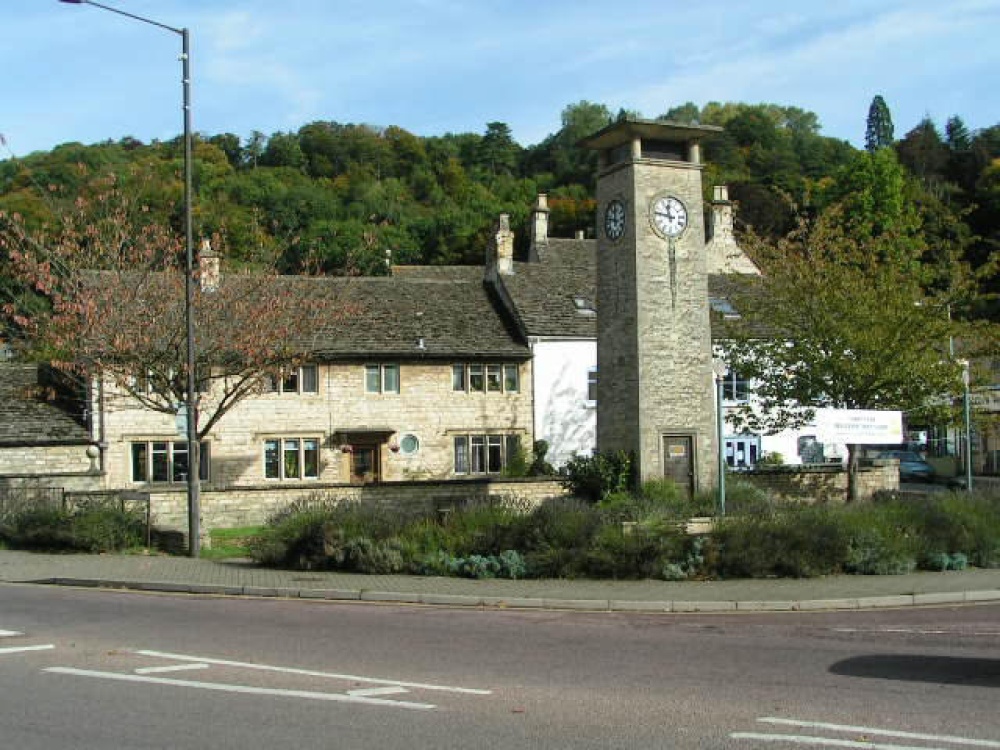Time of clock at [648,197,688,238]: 11:46
